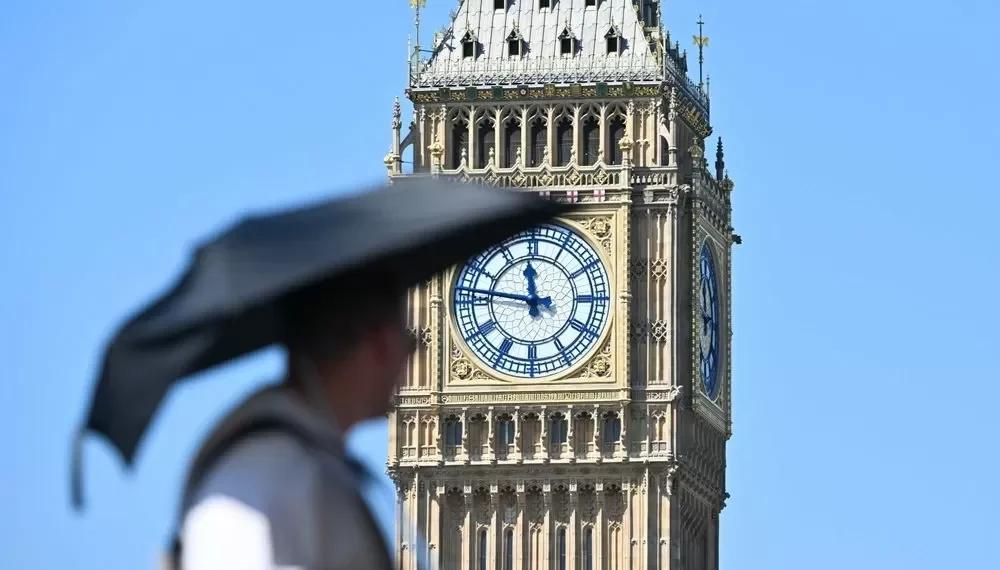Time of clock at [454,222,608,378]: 11:46
